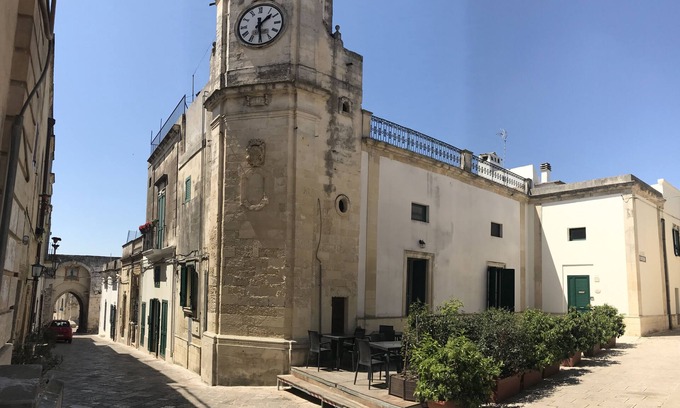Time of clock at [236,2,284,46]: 1:29
